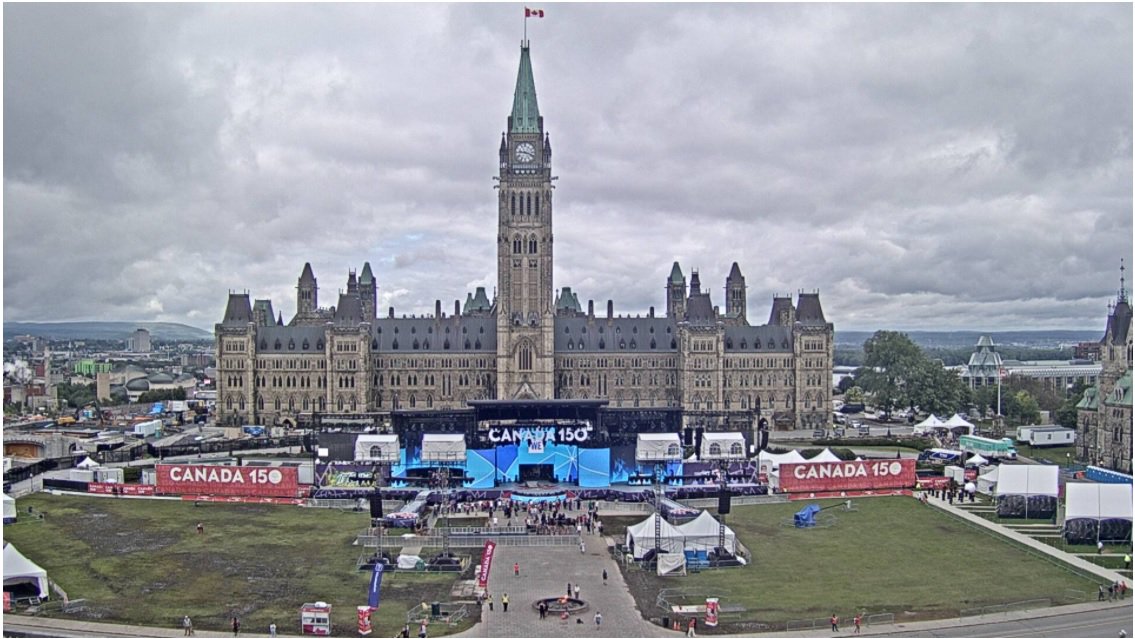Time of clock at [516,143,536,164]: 9:18
